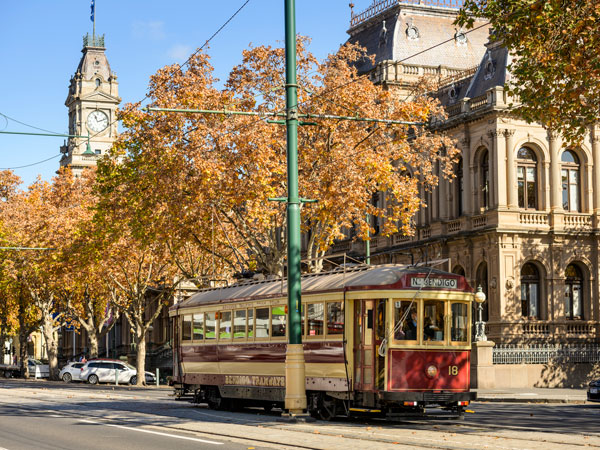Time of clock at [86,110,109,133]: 11:11
